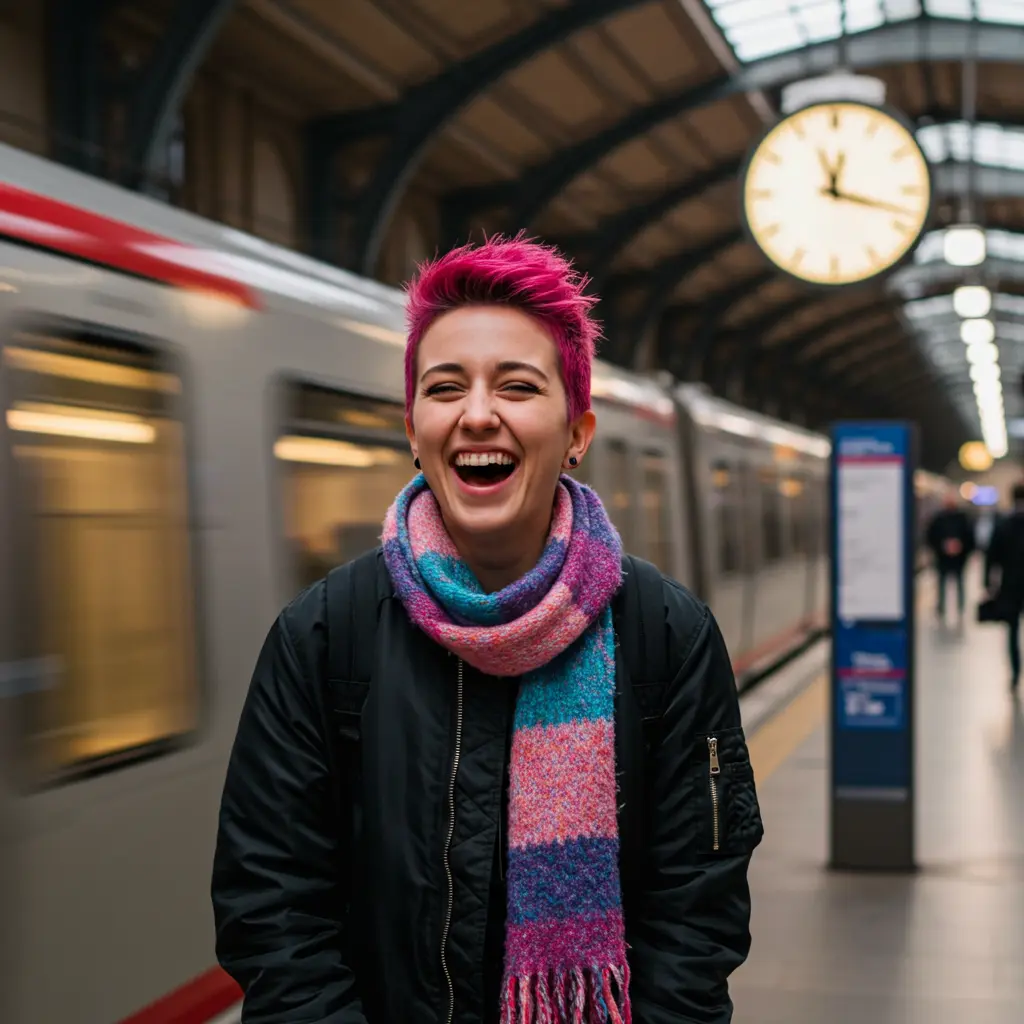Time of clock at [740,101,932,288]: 12:18
